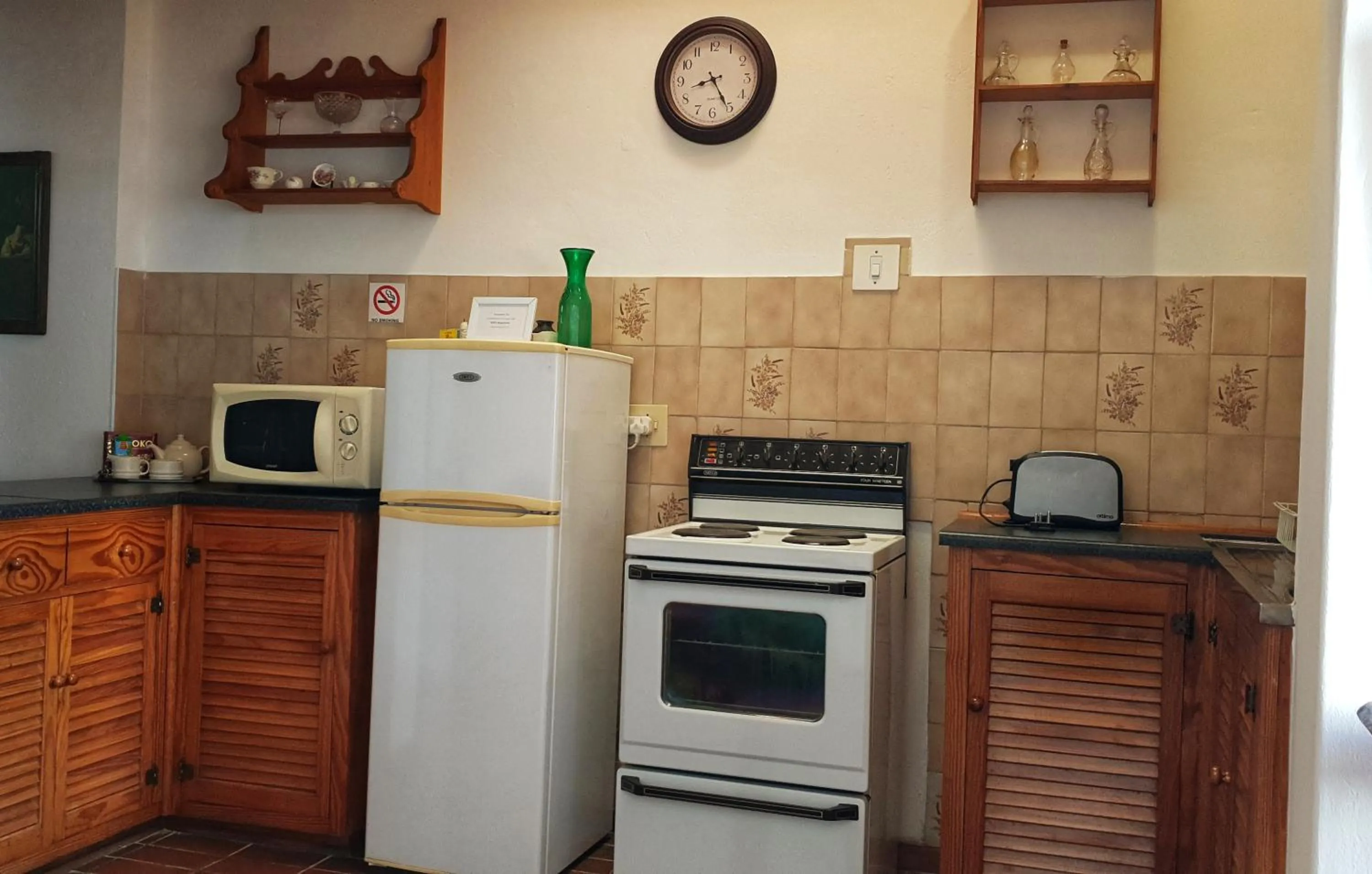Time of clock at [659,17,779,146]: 8:25
